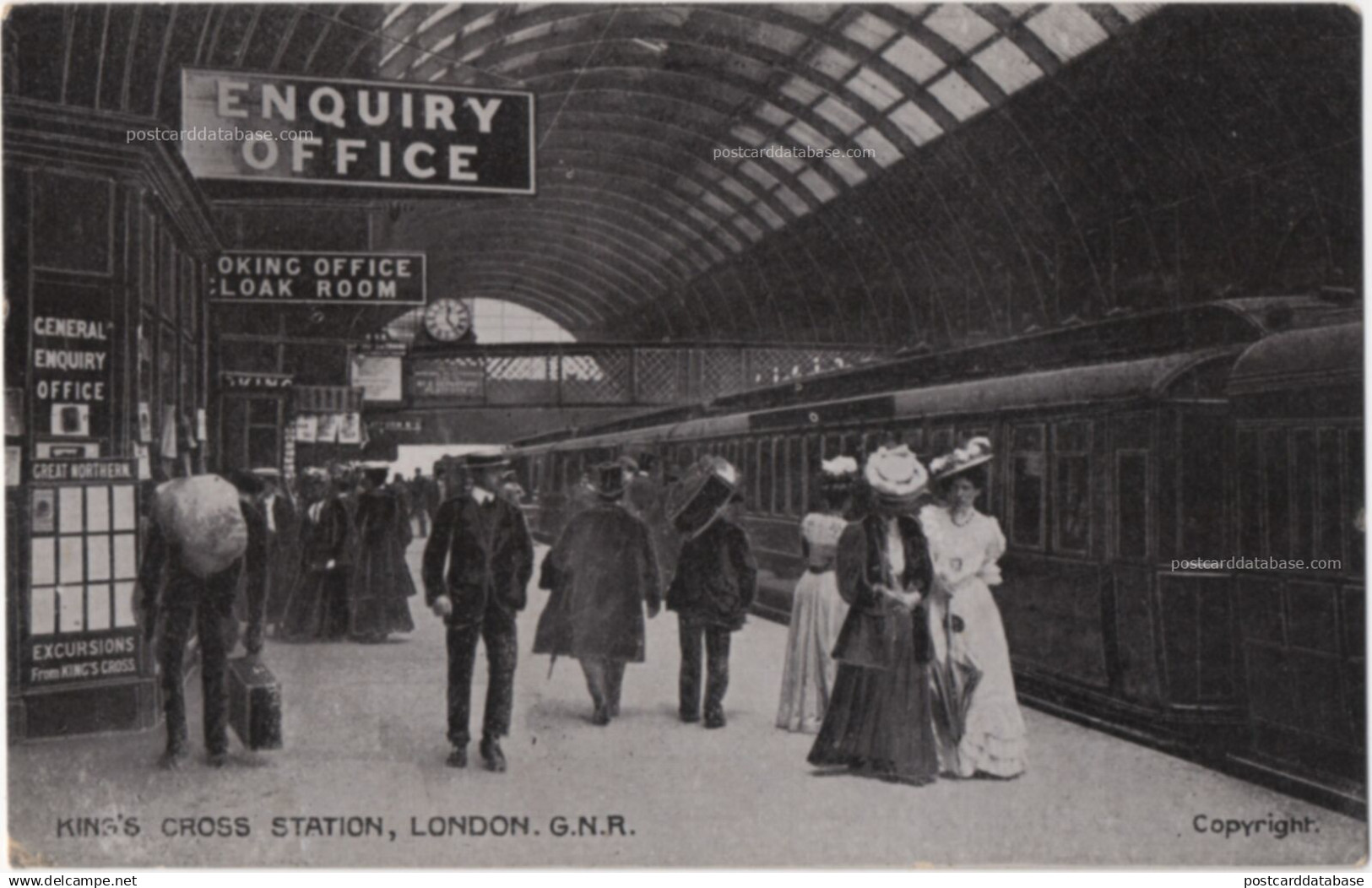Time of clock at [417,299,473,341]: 12:23
